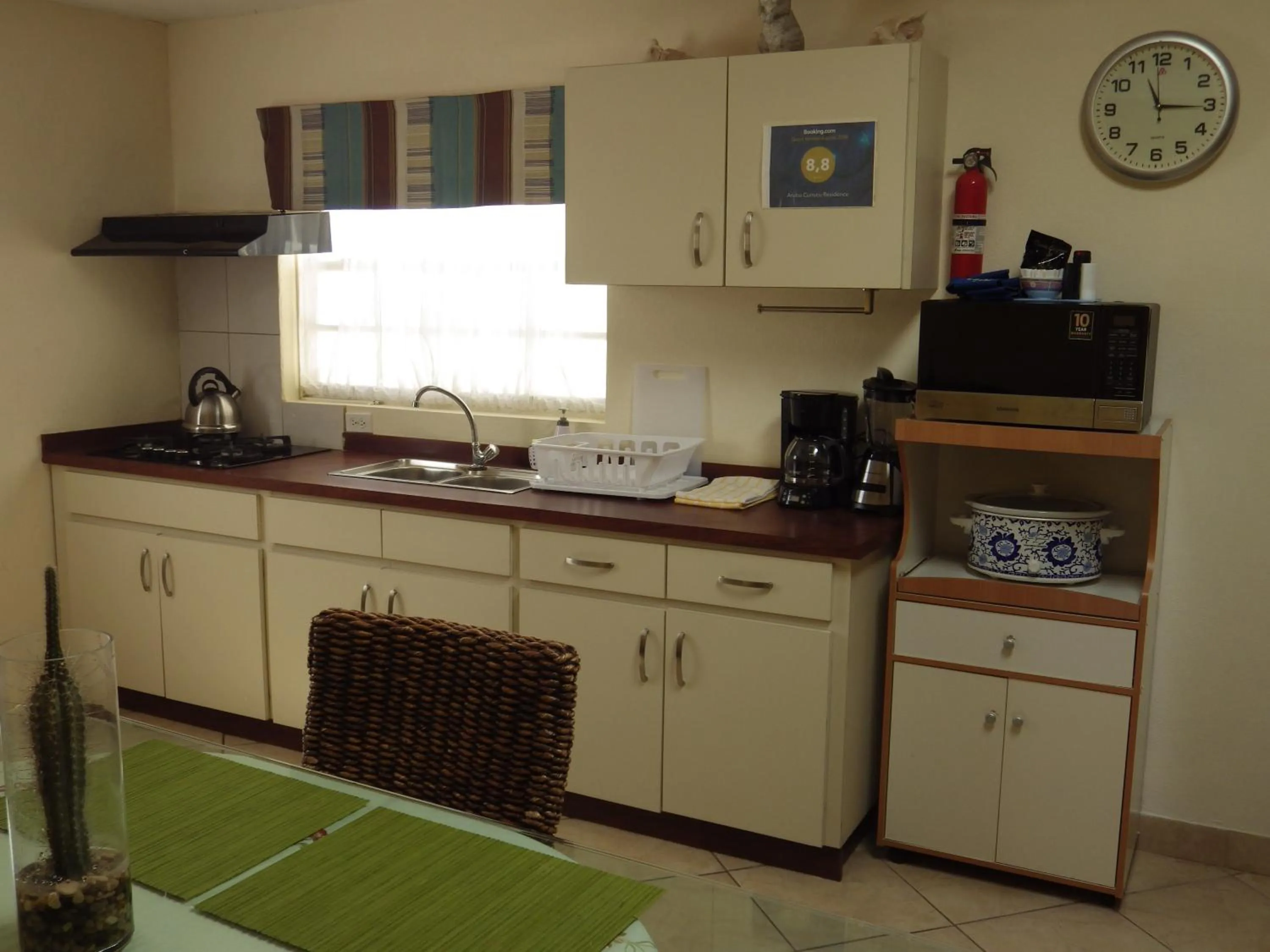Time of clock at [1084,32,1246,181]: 11:15
